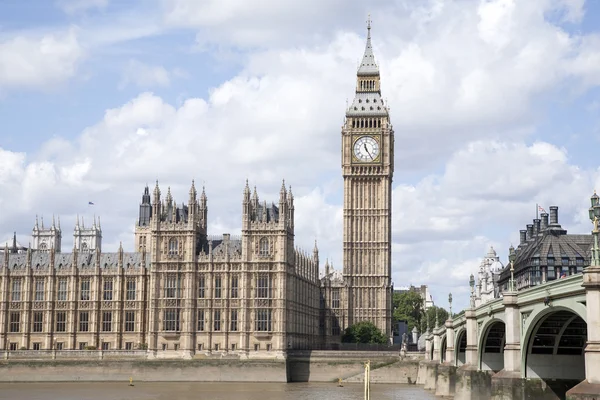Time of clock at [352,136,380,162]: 11:24
